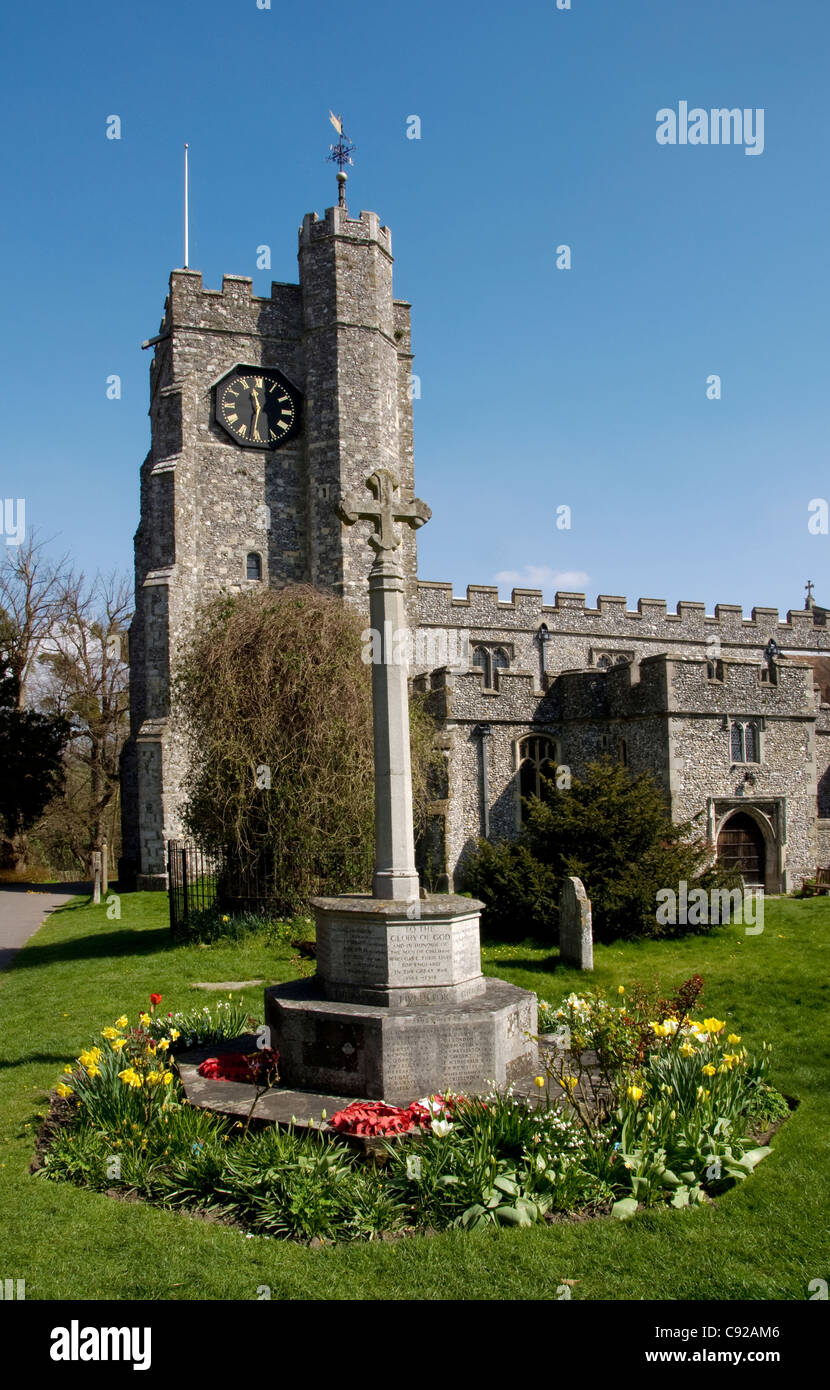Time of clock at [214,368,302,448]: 11:31
